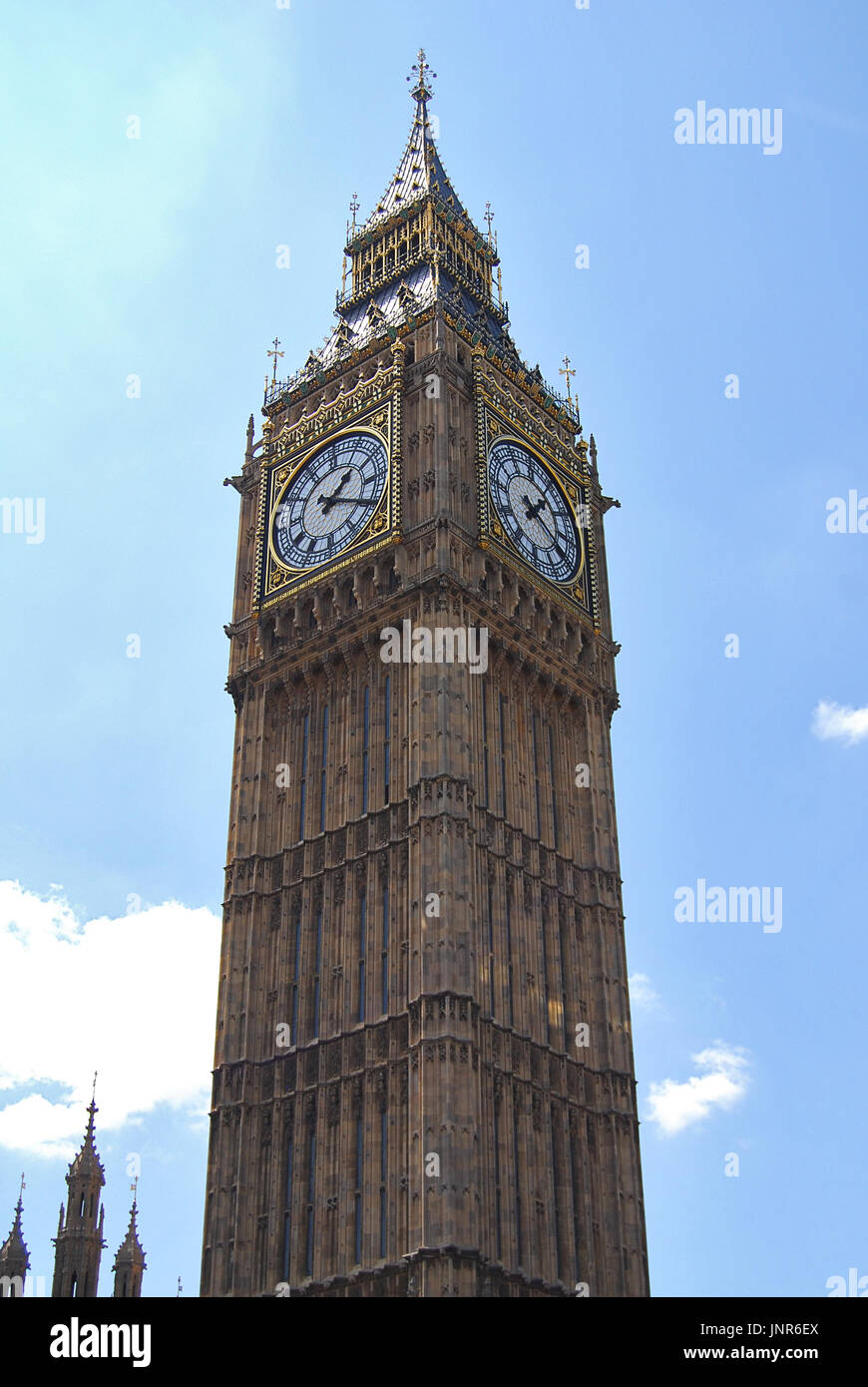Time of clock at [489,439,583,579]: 1:20
